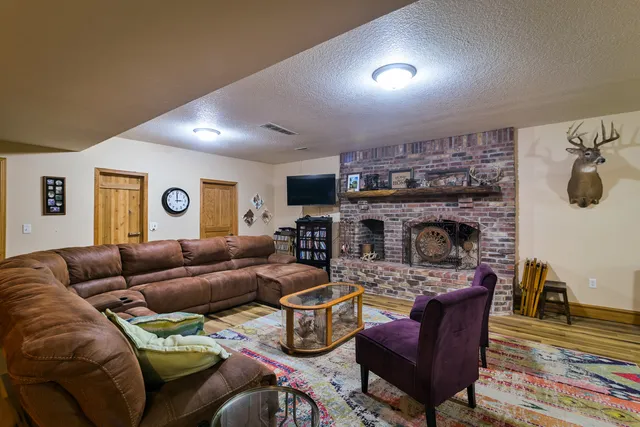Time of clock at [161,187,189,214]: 3:00
